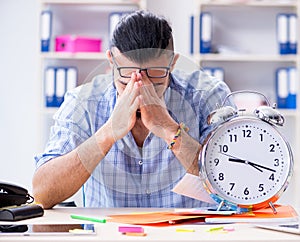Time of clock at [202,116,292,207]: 9:17
